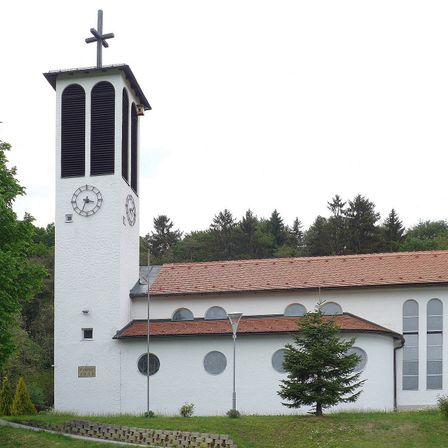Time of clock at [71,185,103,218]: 3:34
